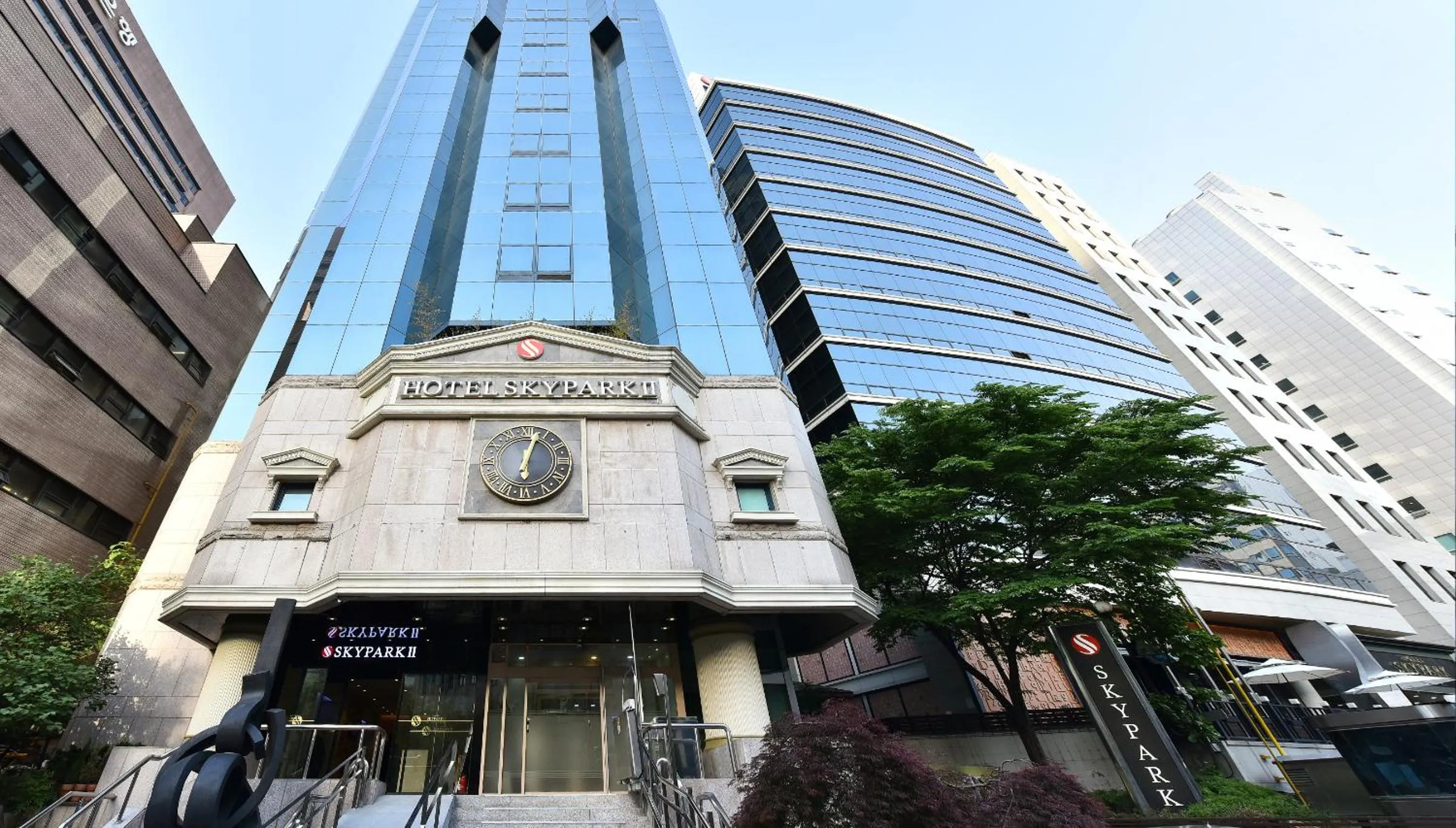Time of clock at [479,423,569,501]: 12:02
